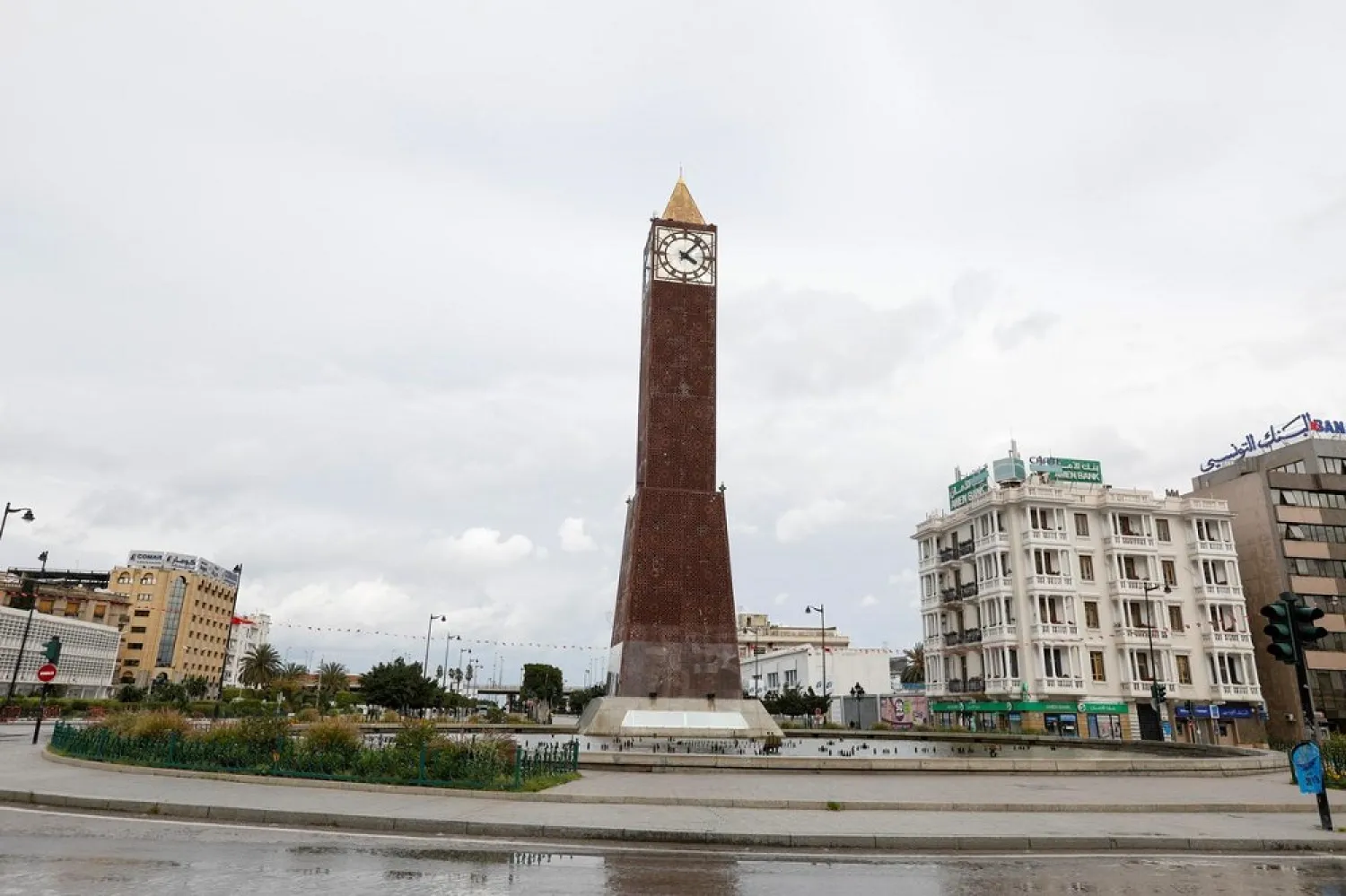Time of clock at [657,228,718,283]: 4:06
